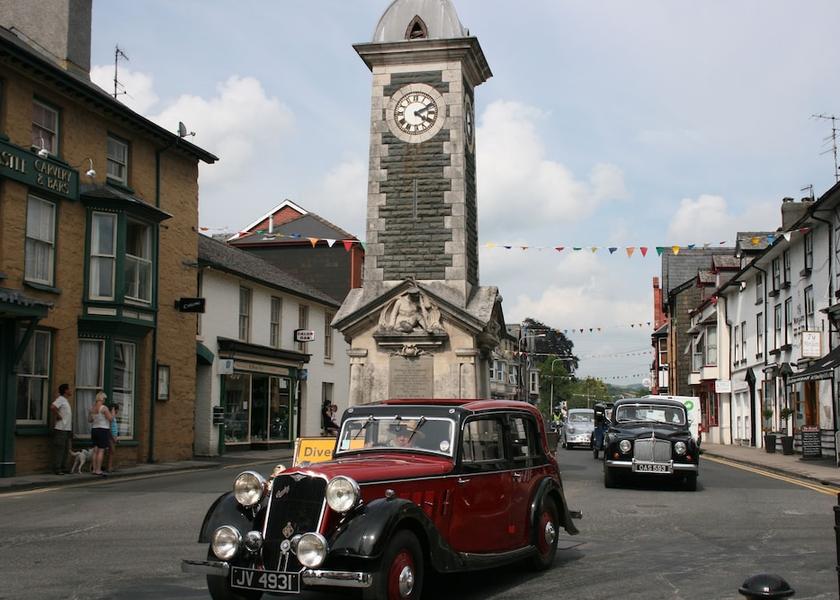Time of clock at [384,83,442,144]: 4:10
